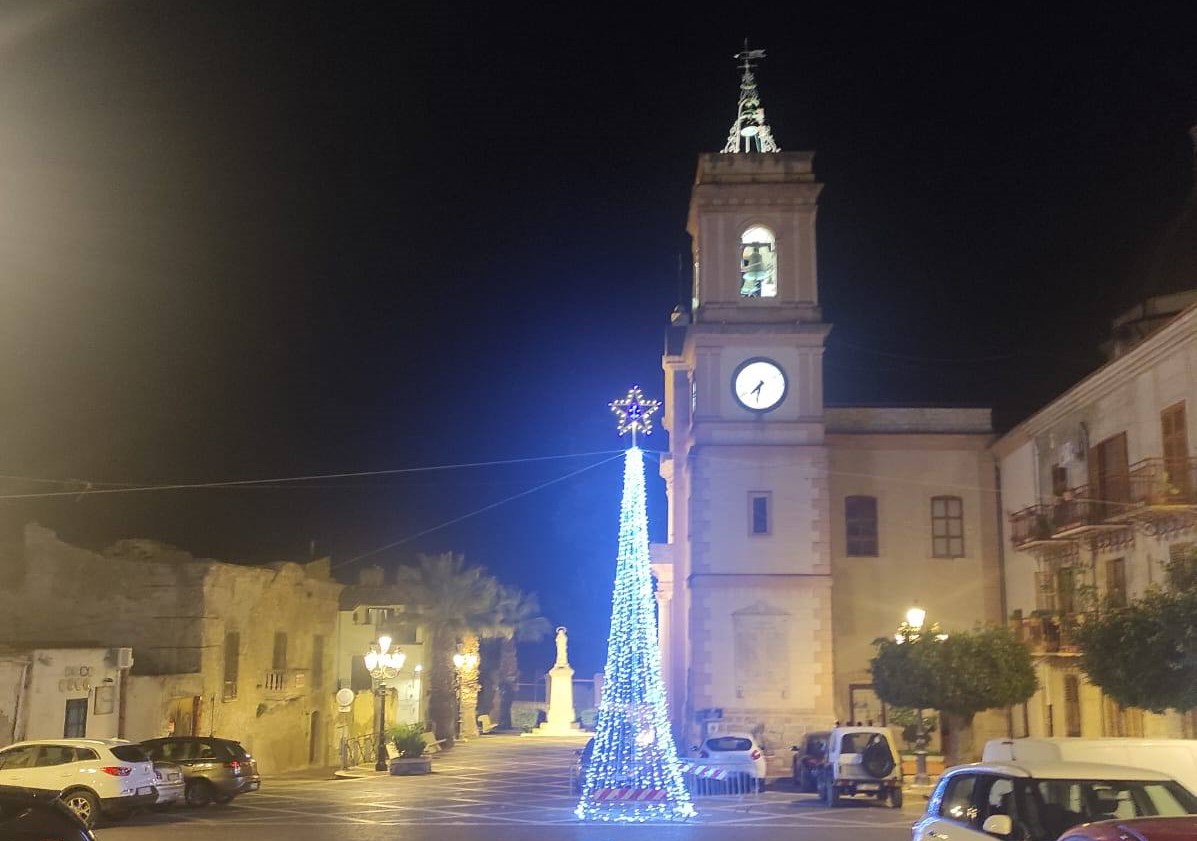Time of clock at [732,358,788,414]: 7:31
